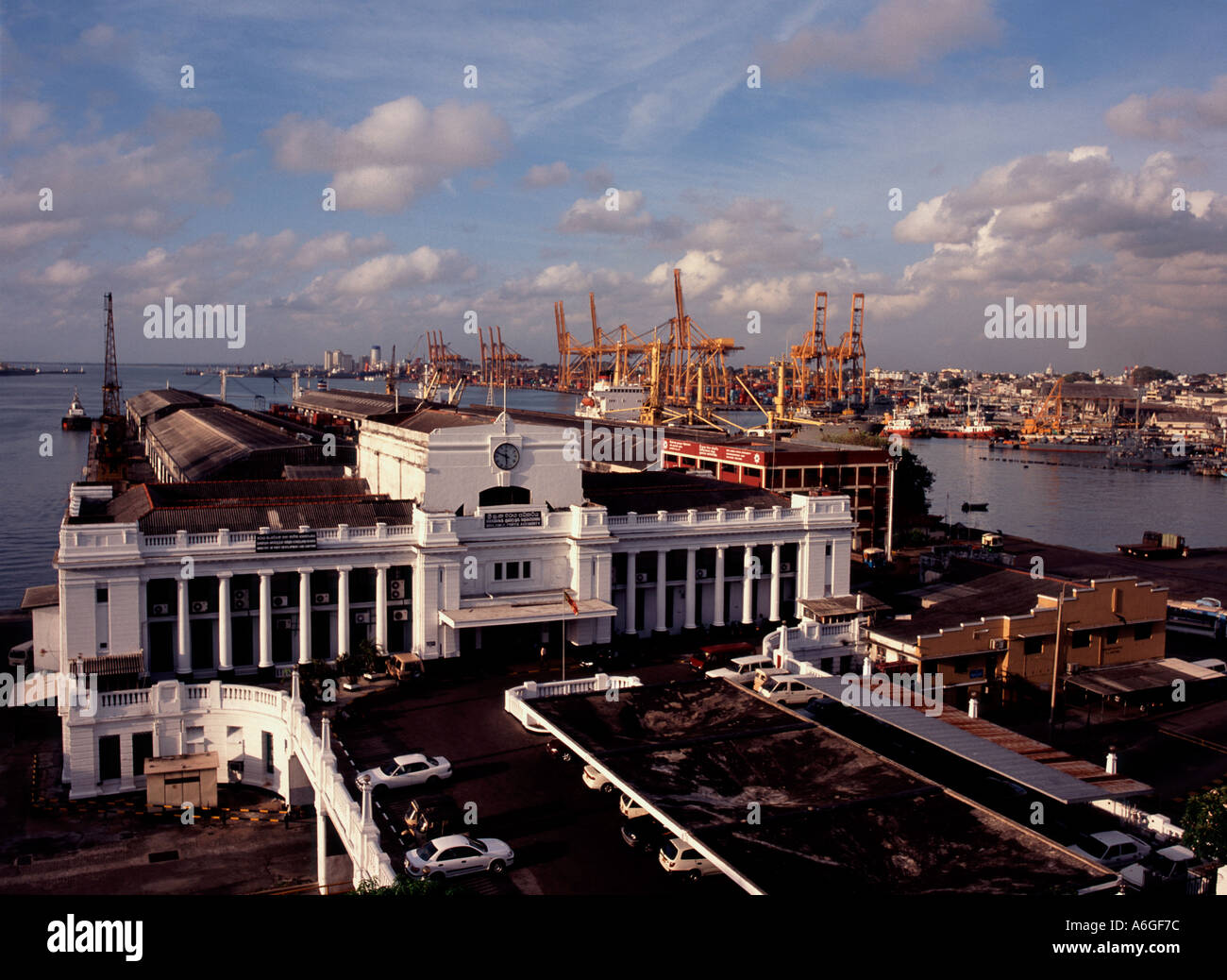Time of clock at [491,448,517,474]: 5:48
